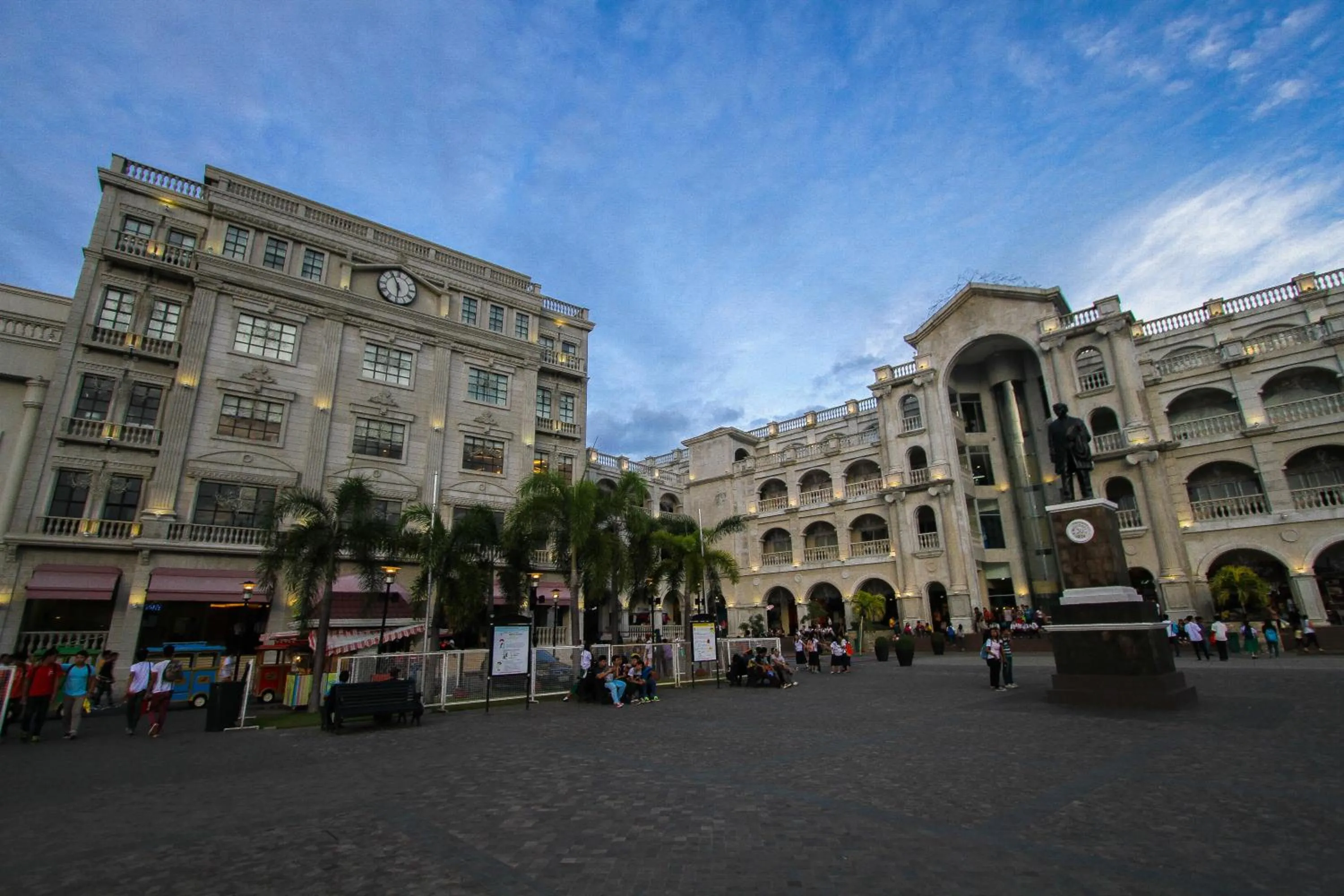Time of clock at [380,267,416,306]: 5:55
